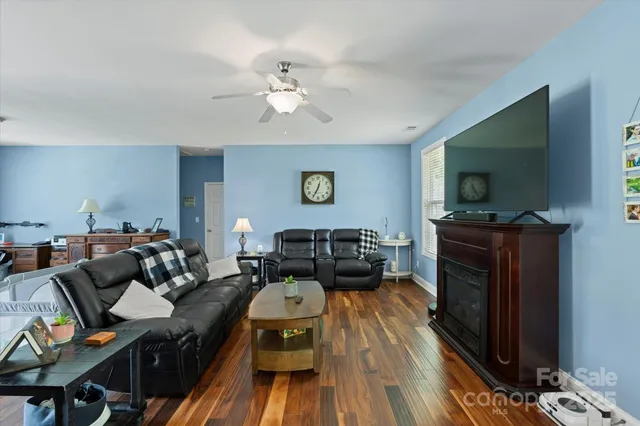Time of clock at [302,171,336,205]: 12:34
